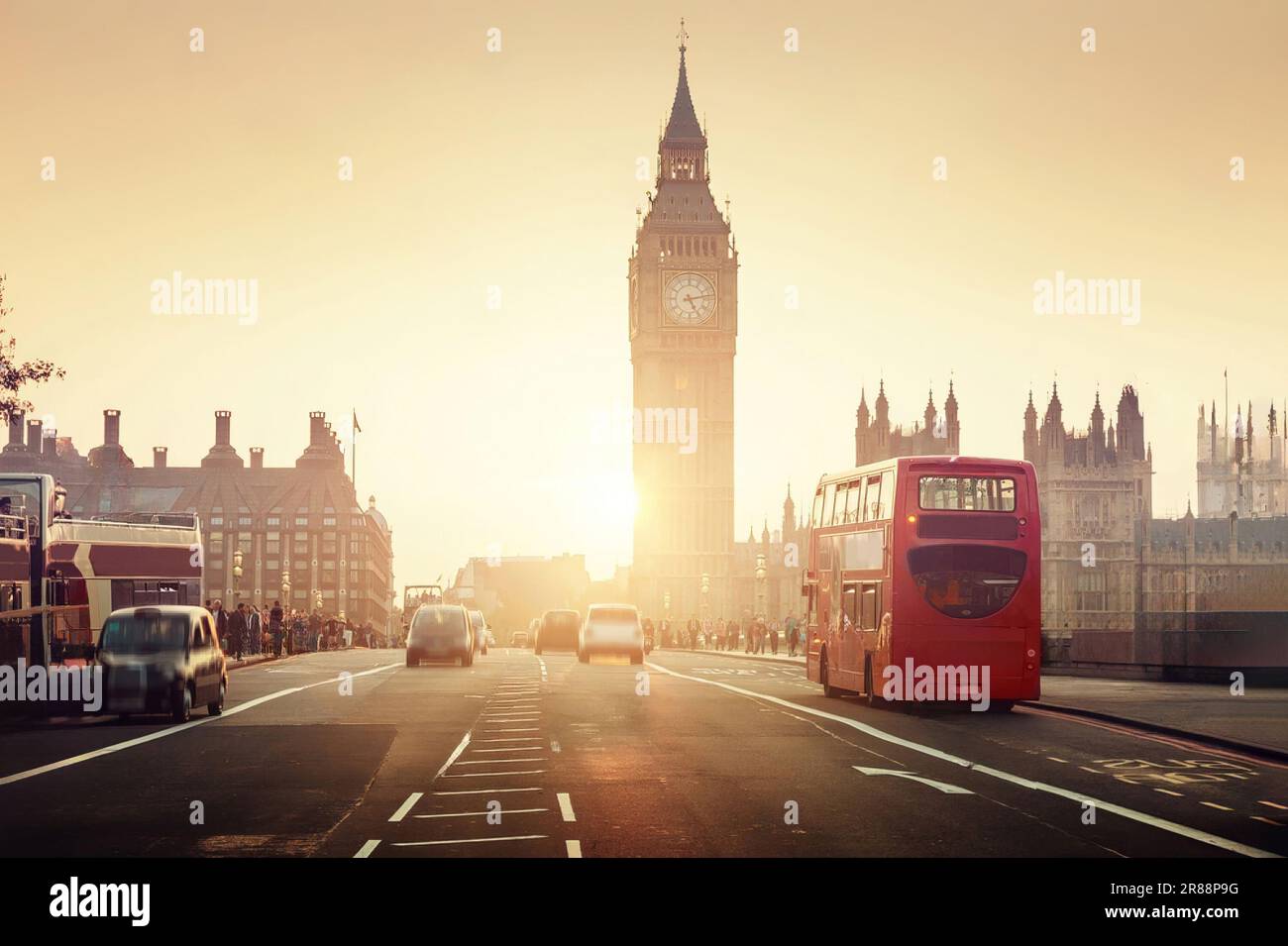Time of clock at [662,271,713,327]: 5:13
